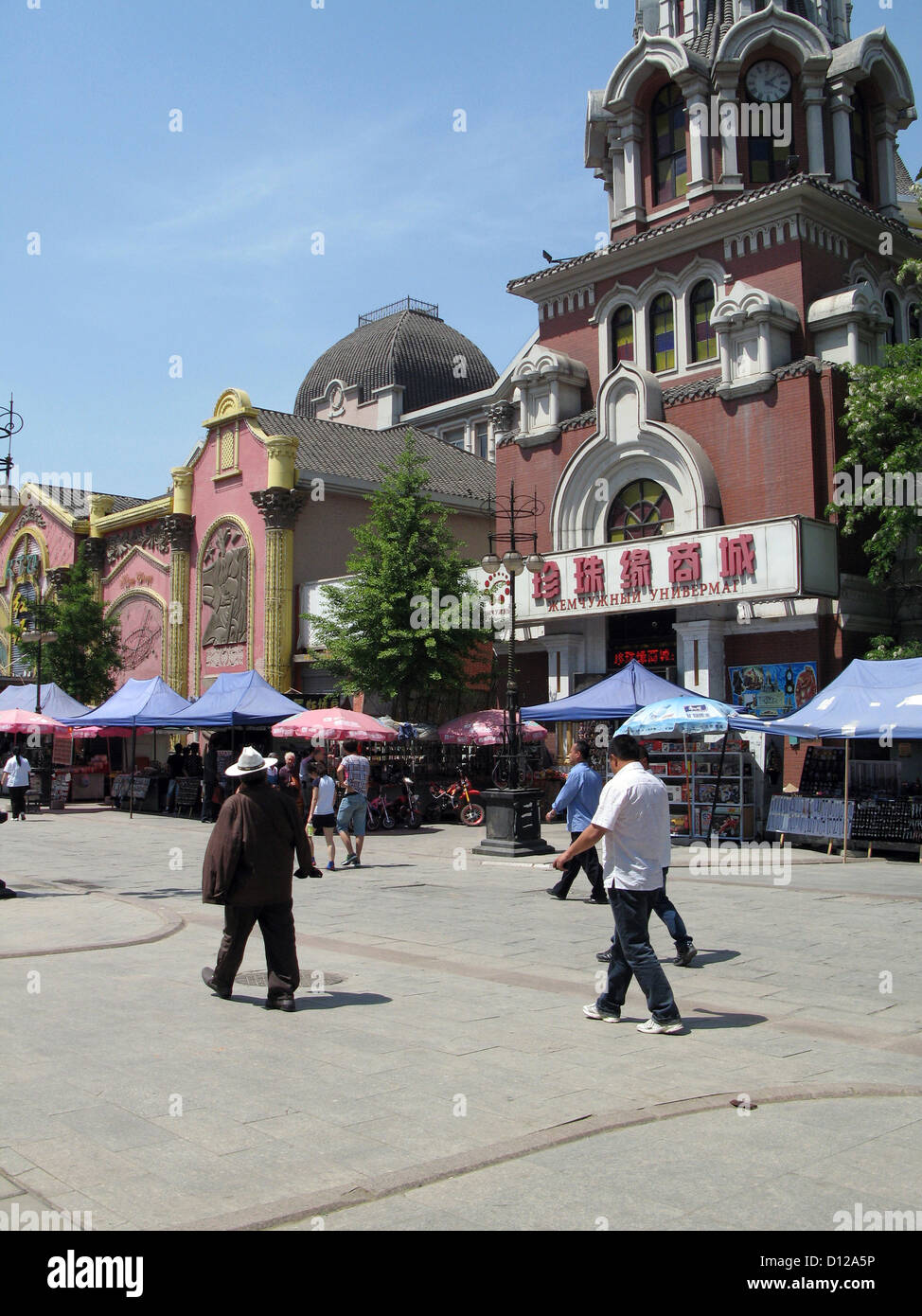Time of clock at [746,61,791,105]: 4:08
